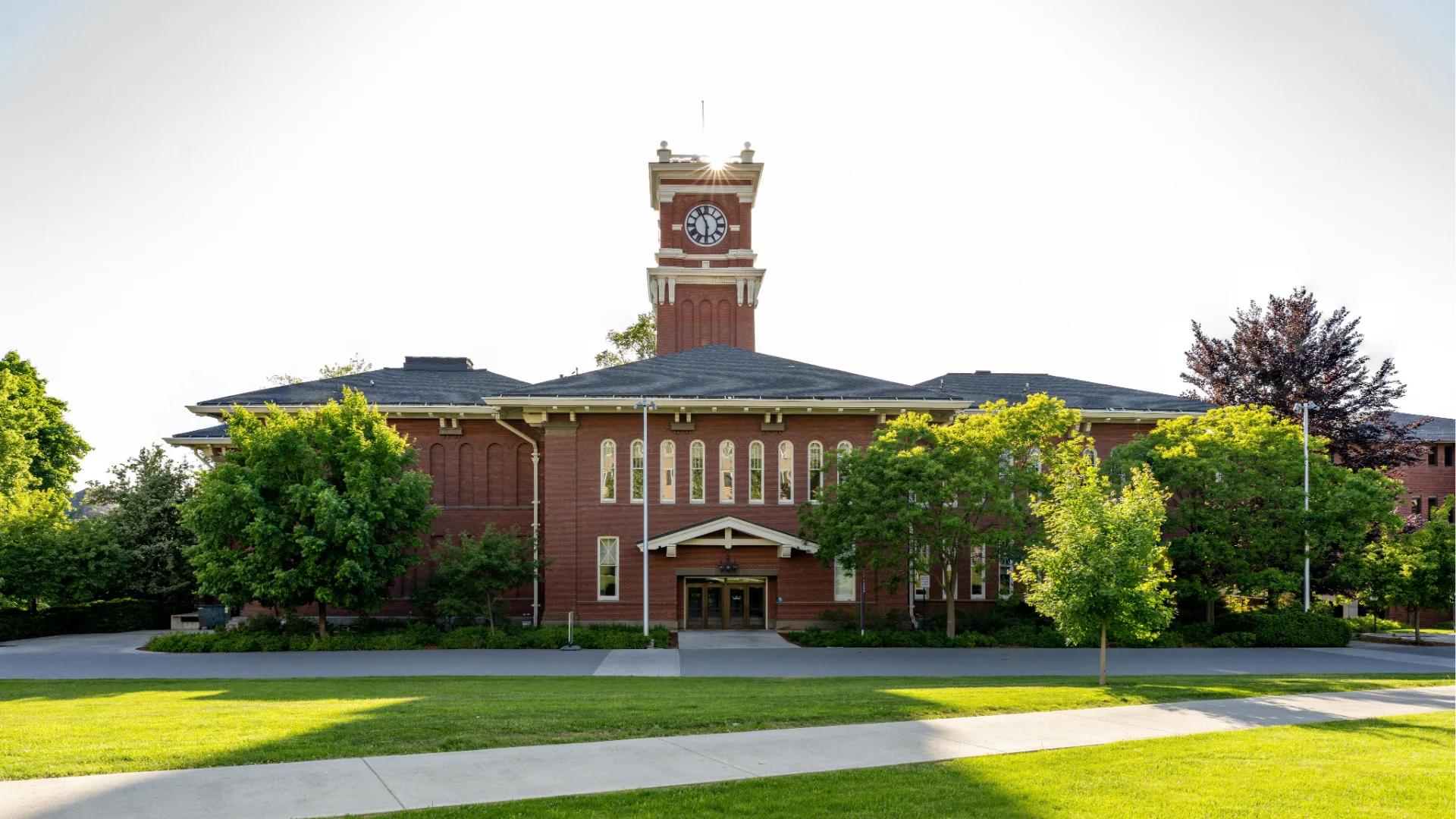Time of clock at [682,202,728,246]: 5:55
